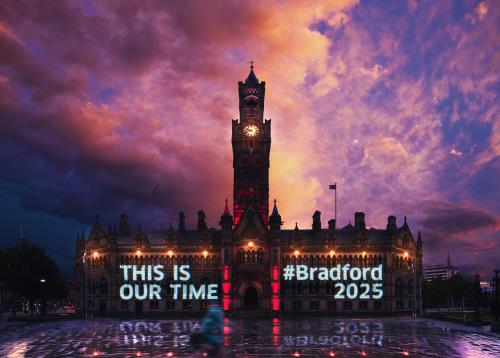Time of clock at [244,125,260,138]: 9:42
